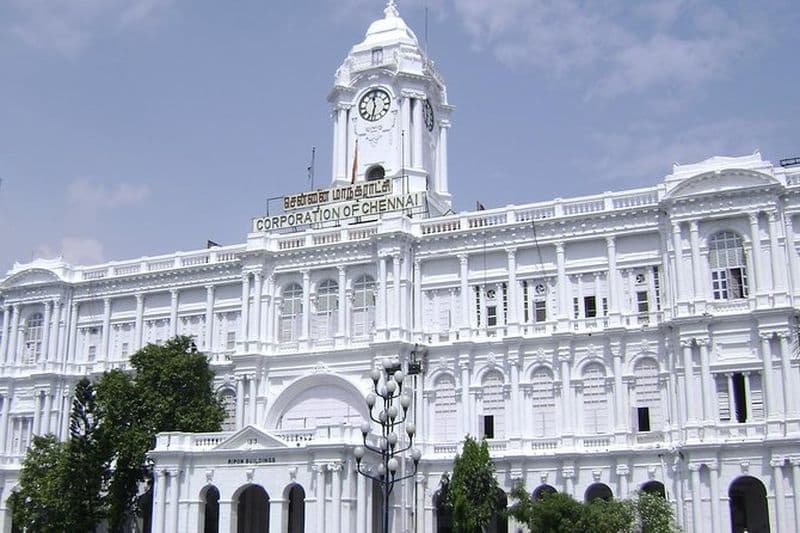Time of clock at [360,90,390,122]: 11:32
